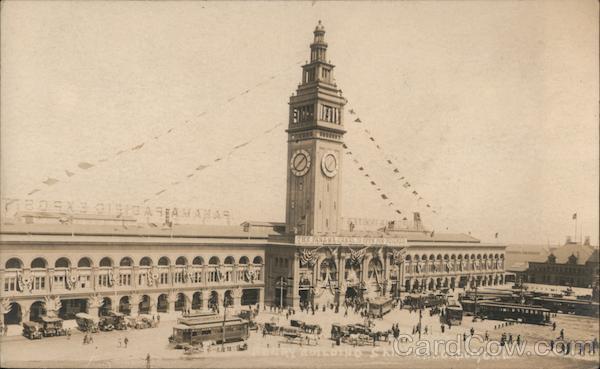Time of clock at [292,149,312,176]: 1:38
